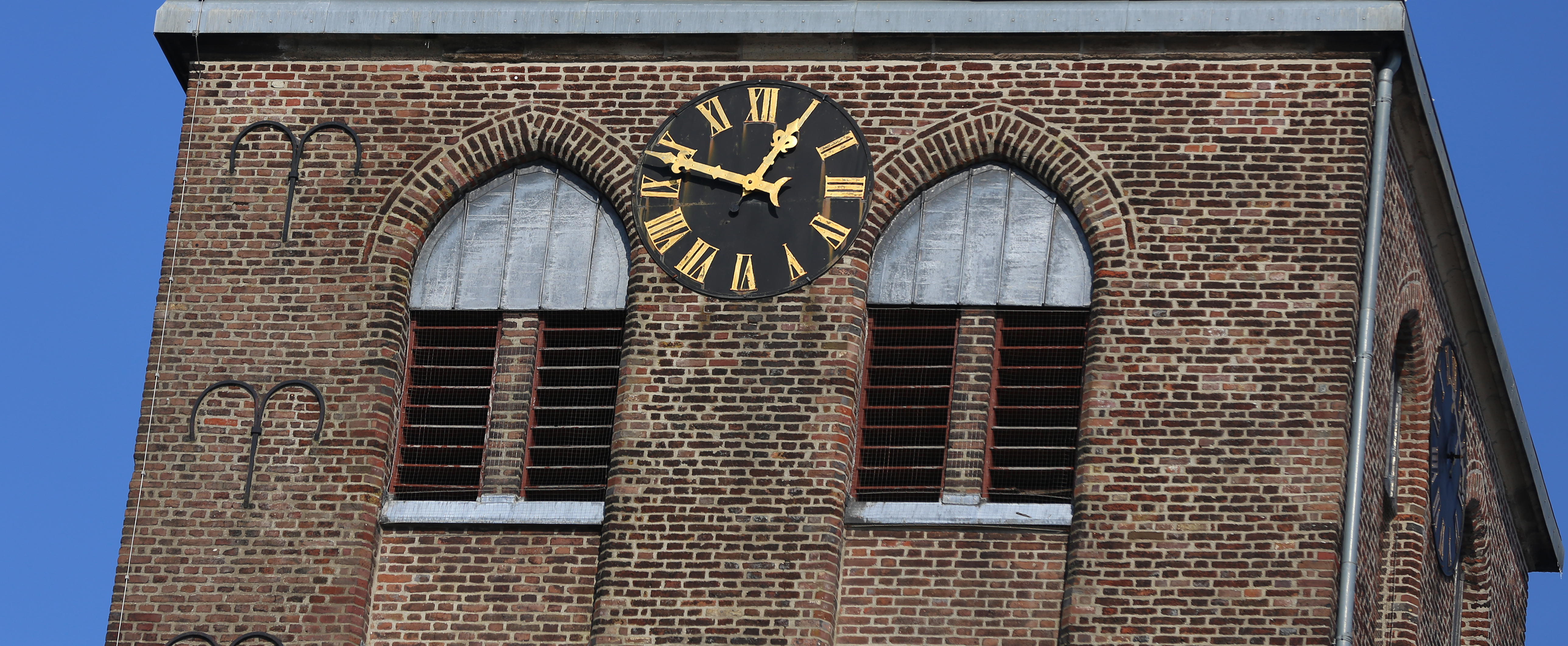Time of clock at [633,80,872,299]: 12:48
